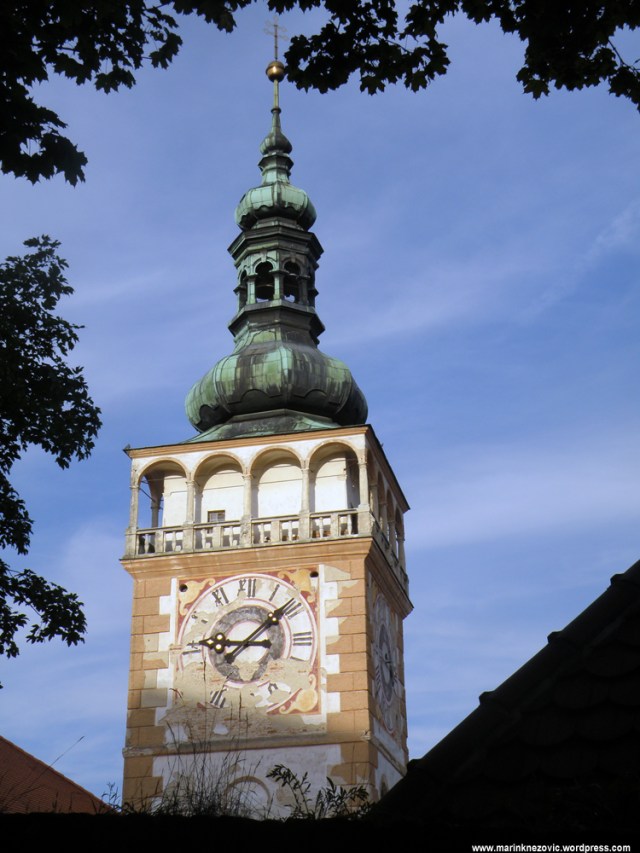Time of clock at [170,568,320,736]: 9:08
